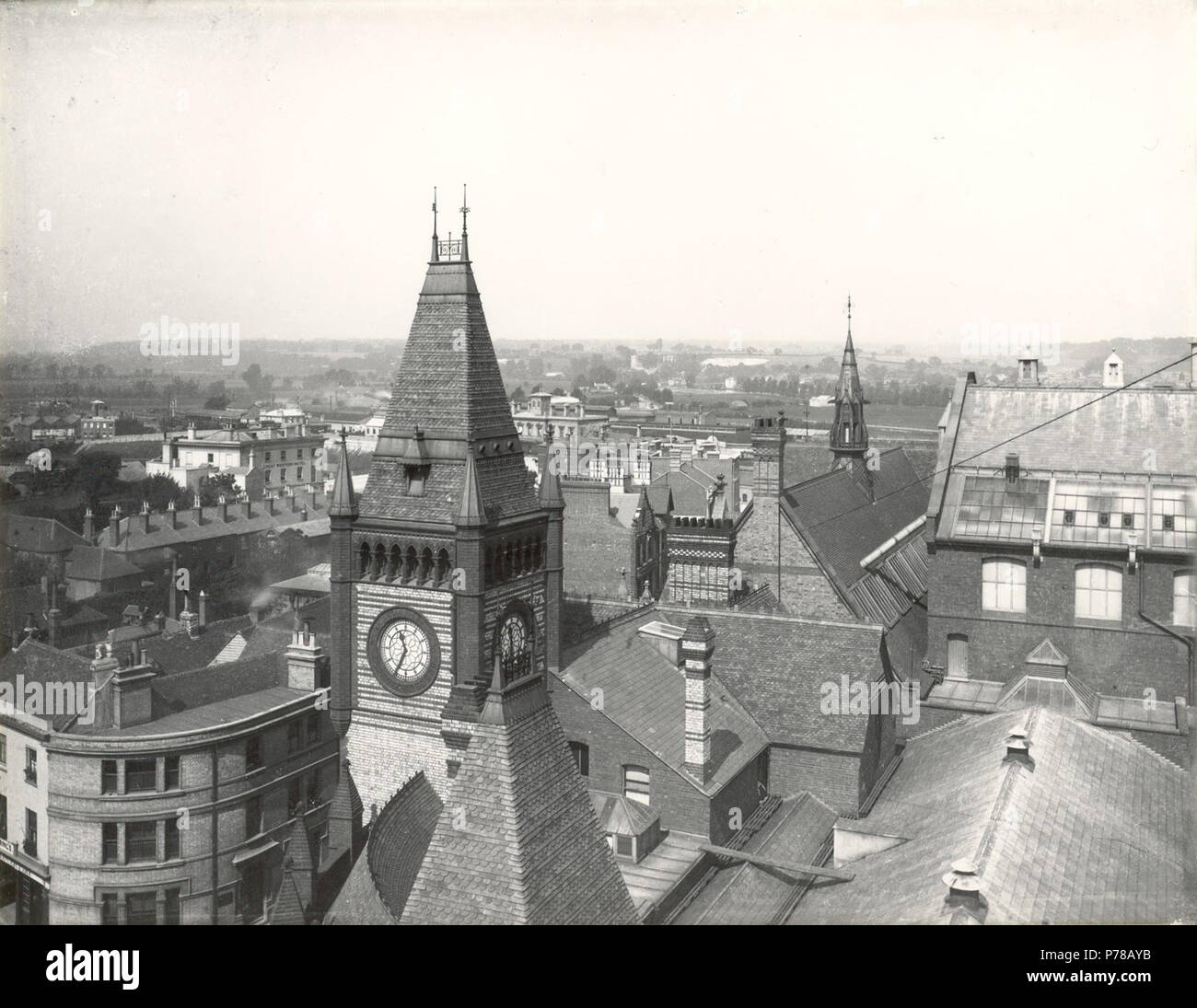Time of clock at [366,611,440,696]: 11:34
